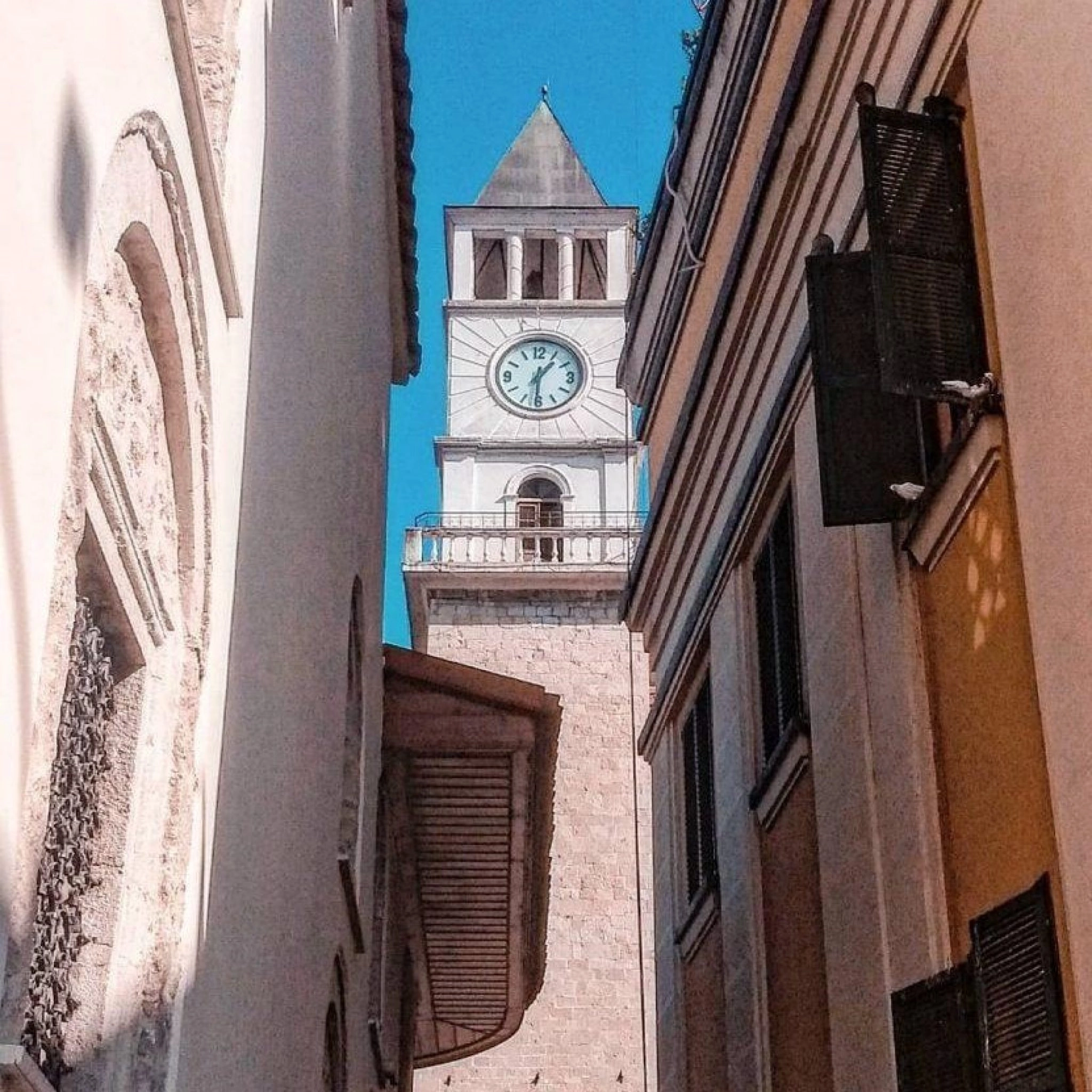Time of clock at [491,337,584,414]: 1:30
